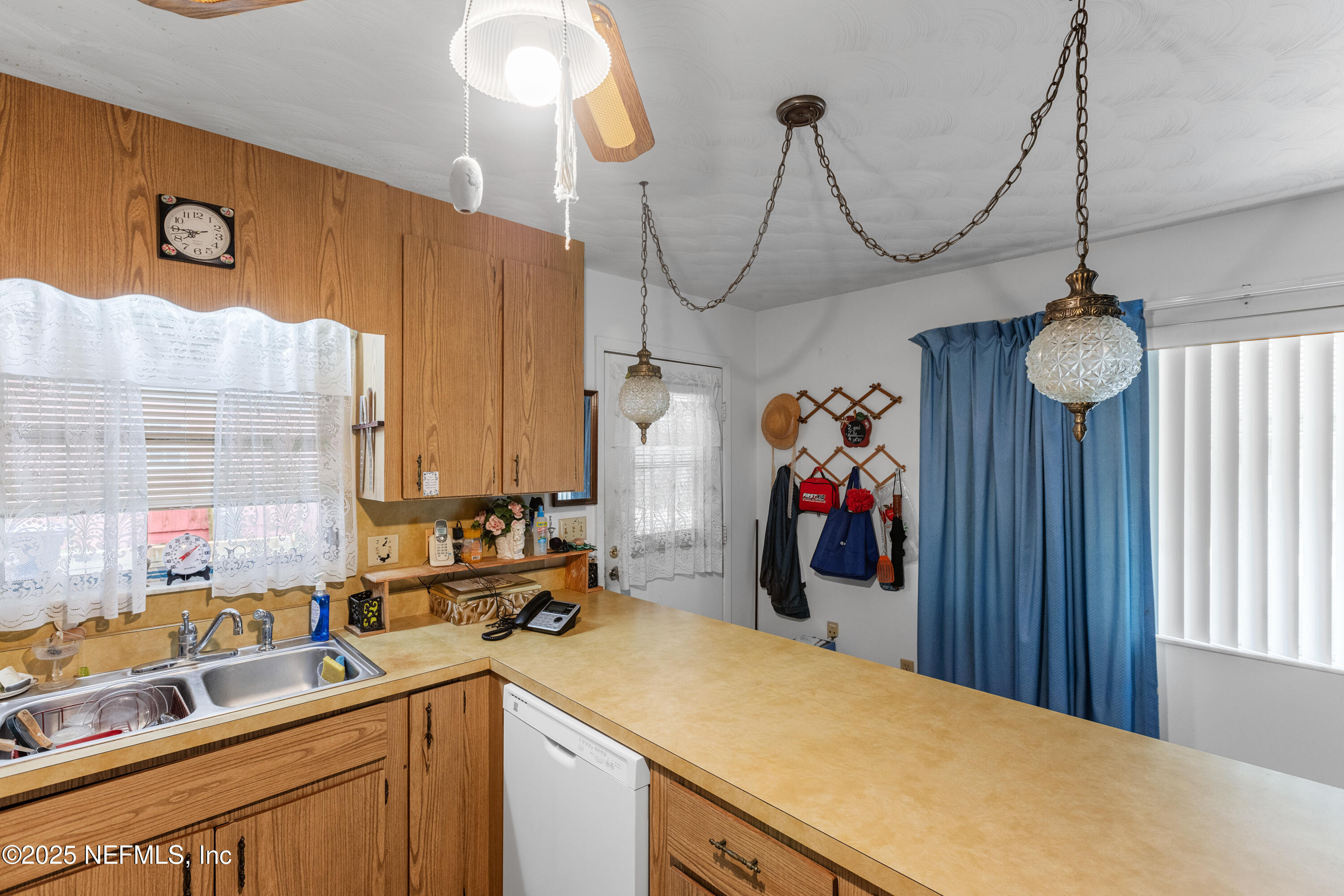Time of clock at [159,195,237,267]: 7:45
